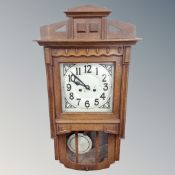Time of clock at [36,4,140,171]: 9:51
